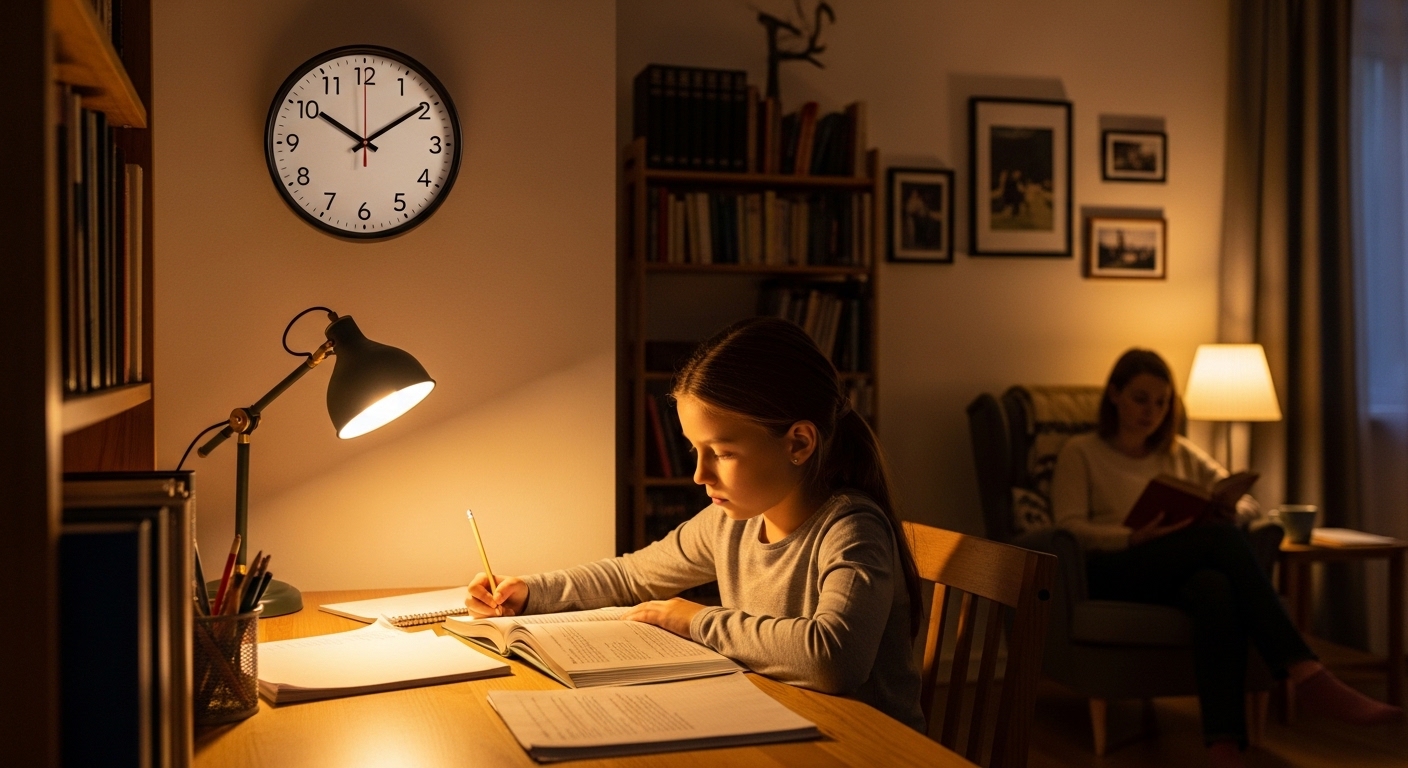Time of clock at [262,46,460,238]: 10:09
